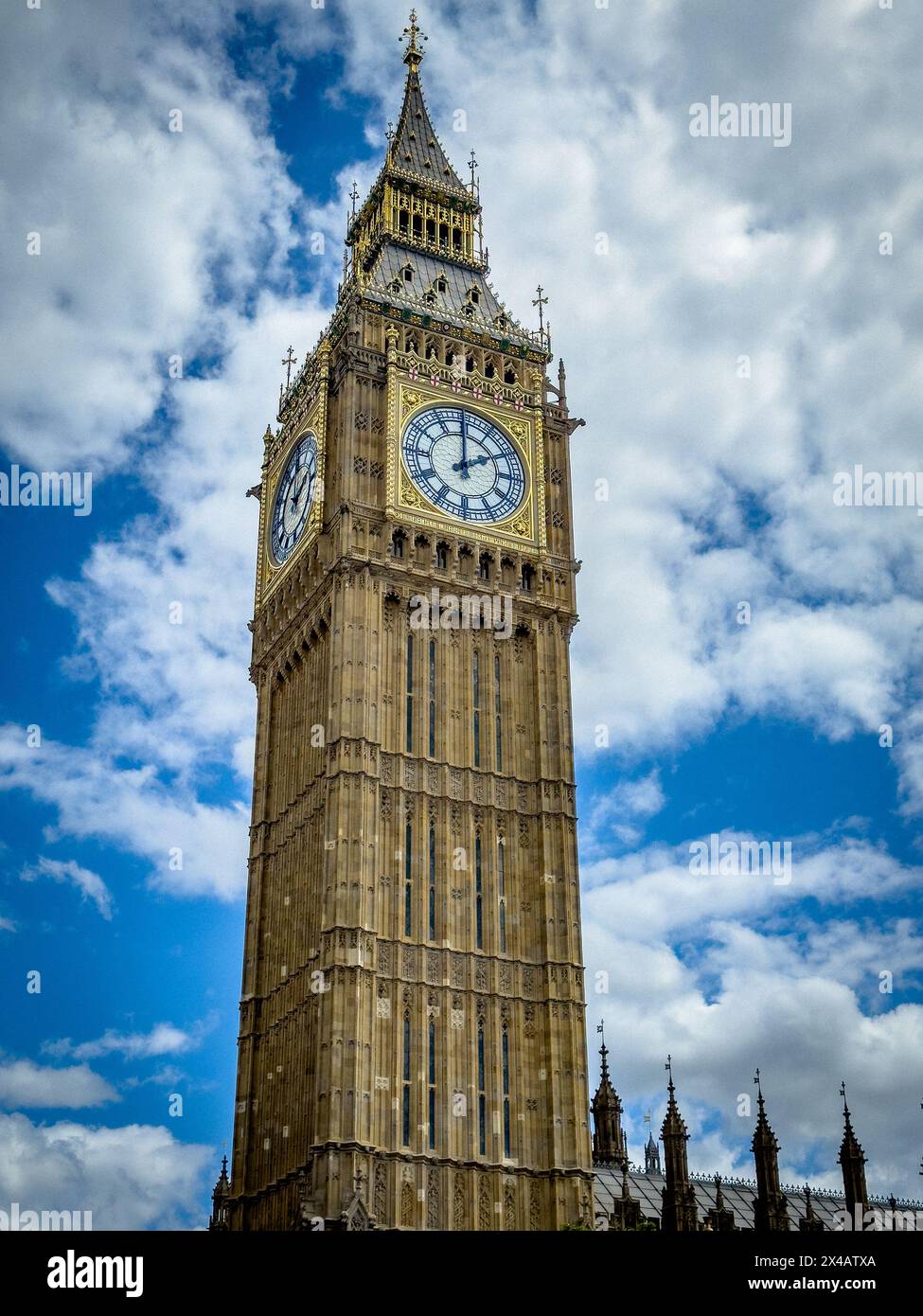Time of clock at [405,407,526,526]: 1:59
